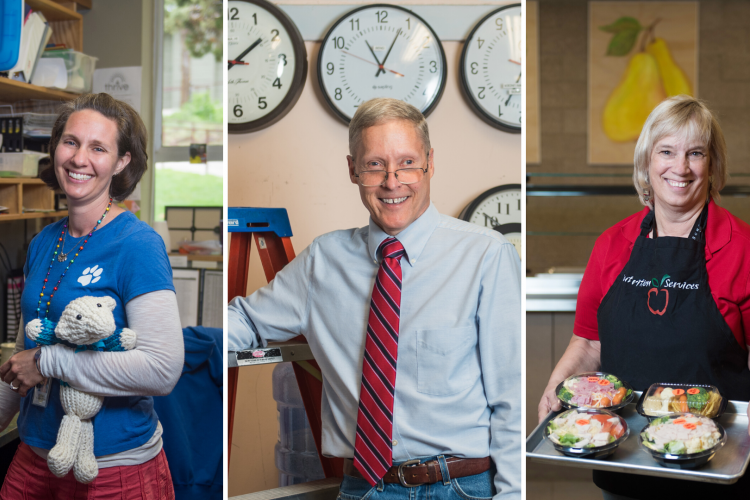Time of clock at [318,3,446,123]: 11:04
